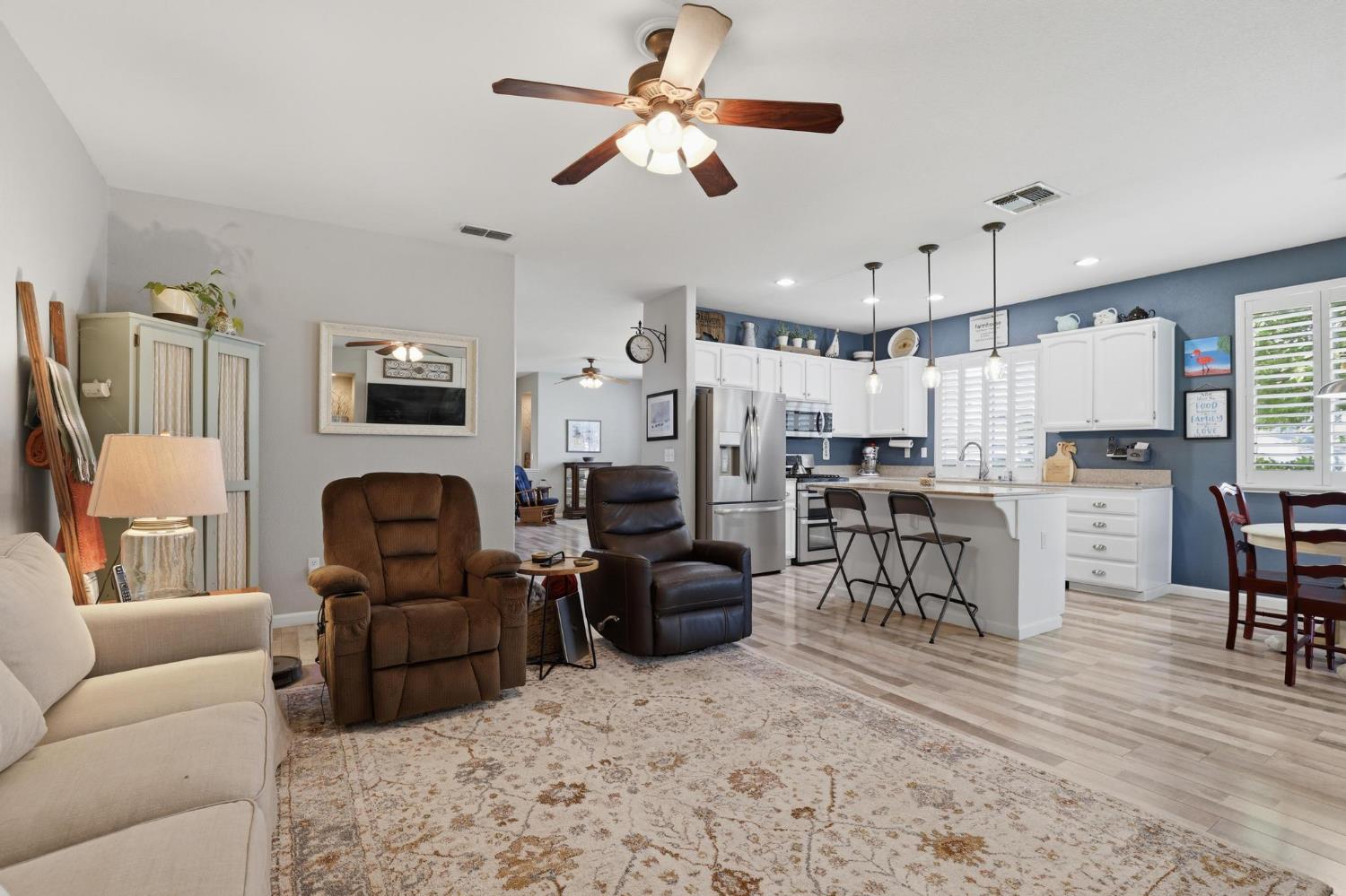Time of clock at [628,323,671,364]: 10:14
